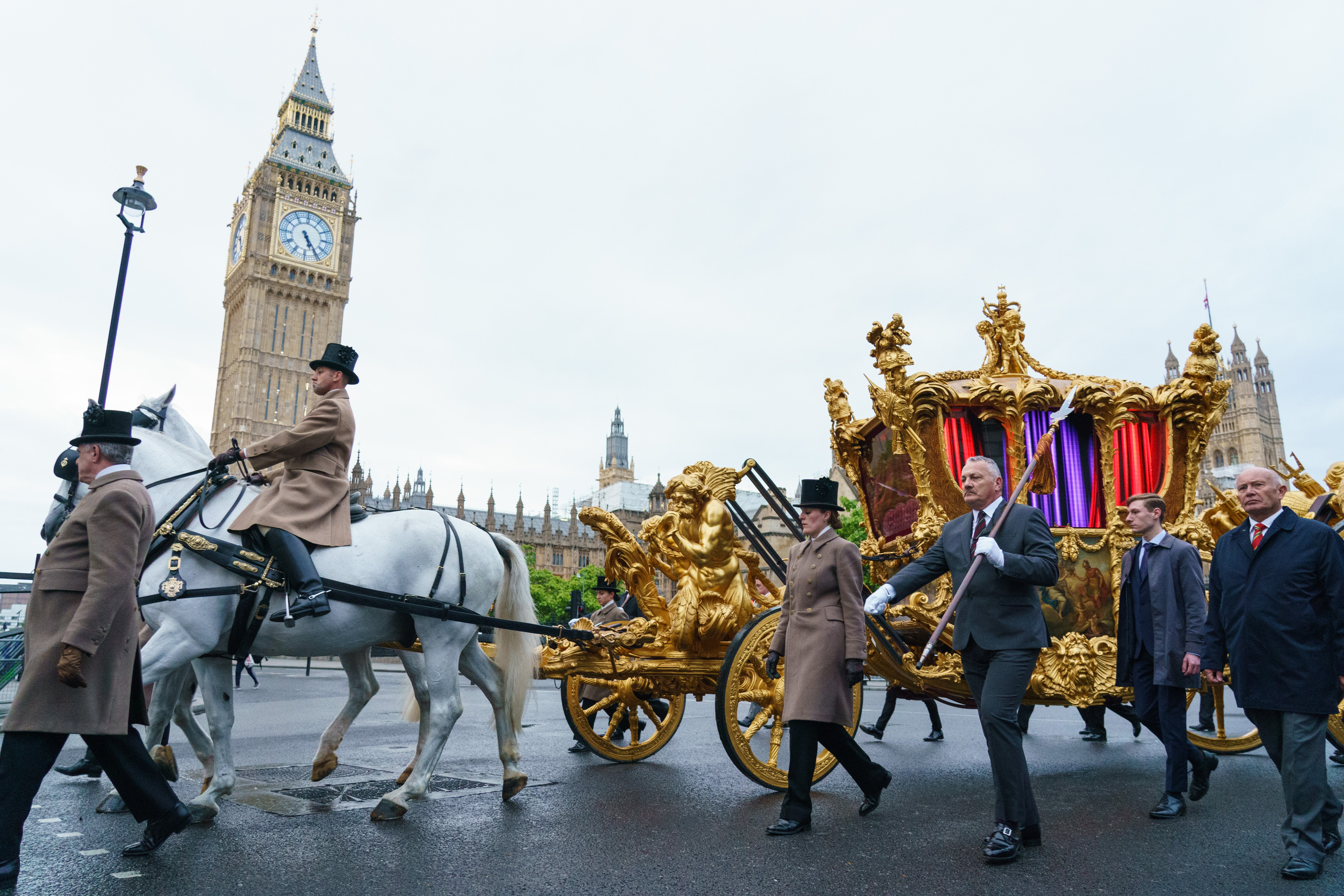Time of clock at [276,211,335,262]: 5:24
